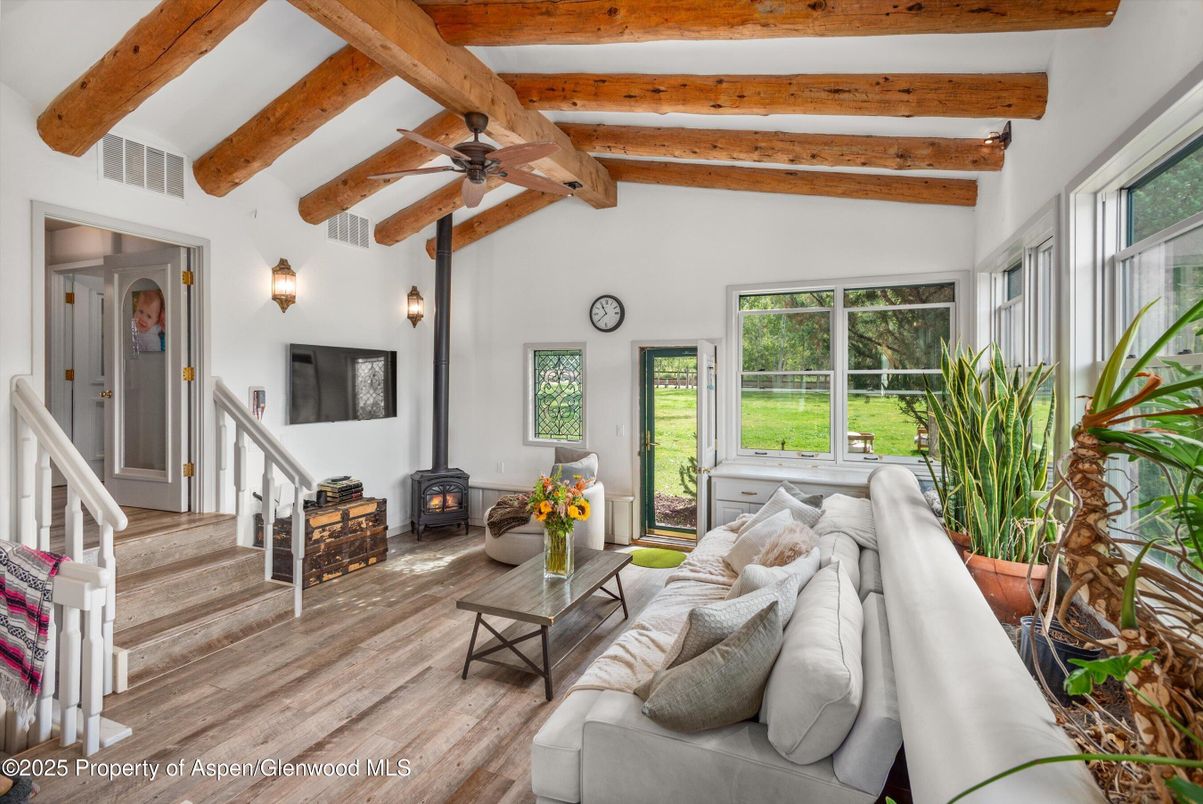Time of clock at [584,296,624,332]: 10:38
